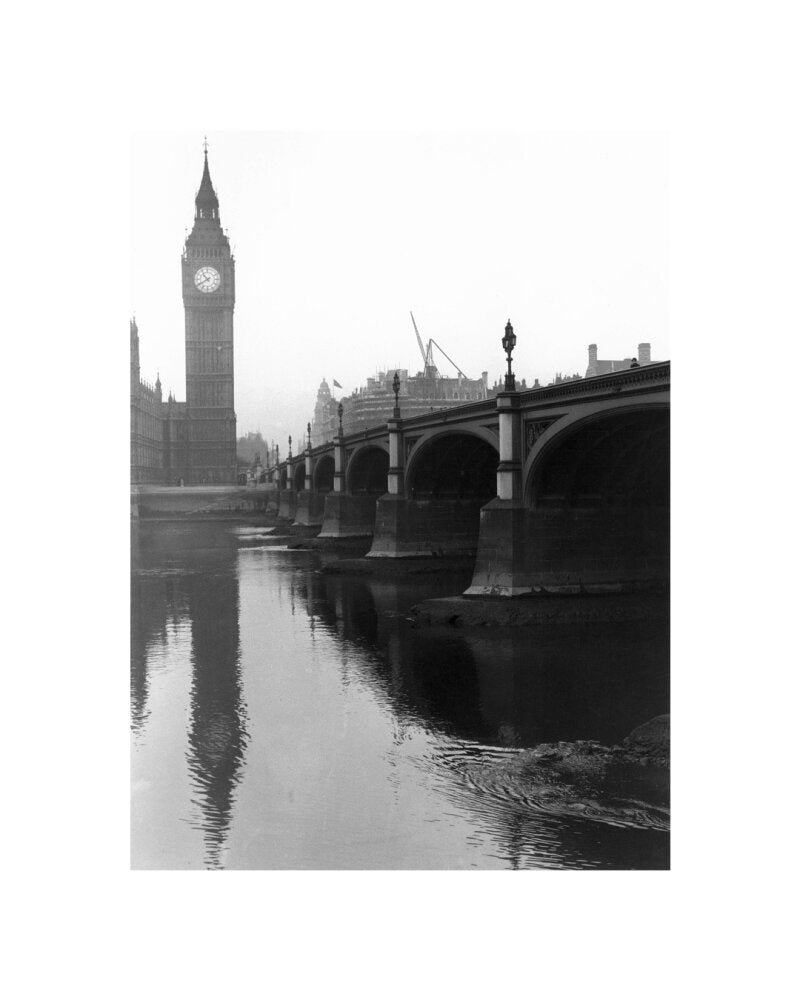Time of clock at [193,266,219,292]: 10:39
